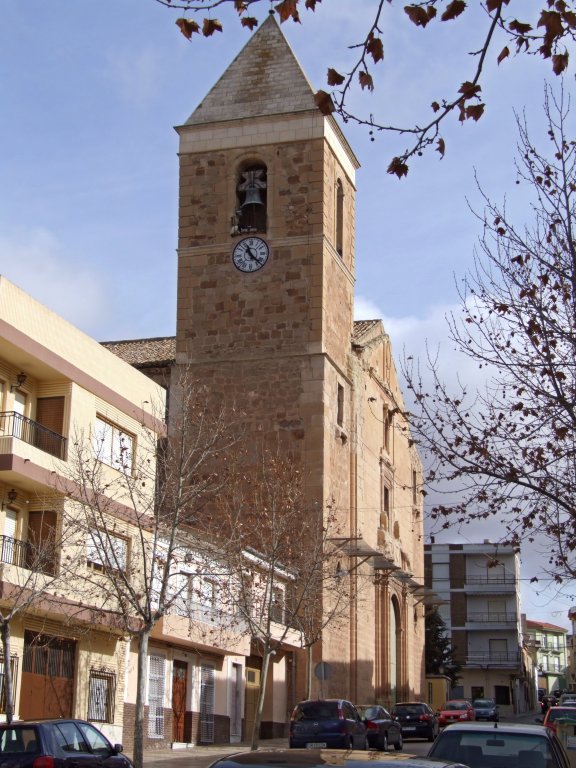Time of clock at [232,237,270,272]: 11:22
